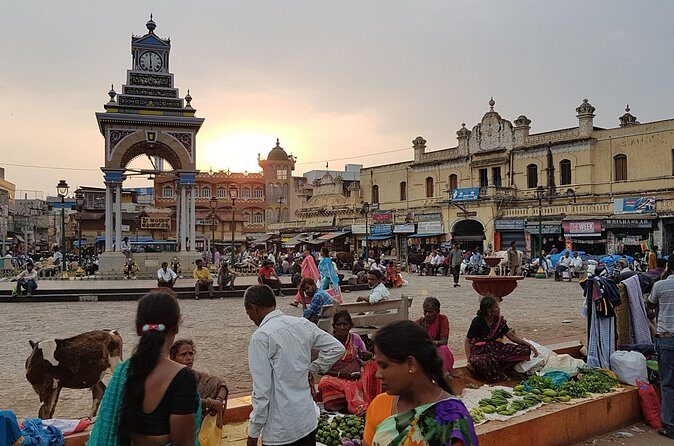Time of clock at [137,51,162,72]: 5:59
